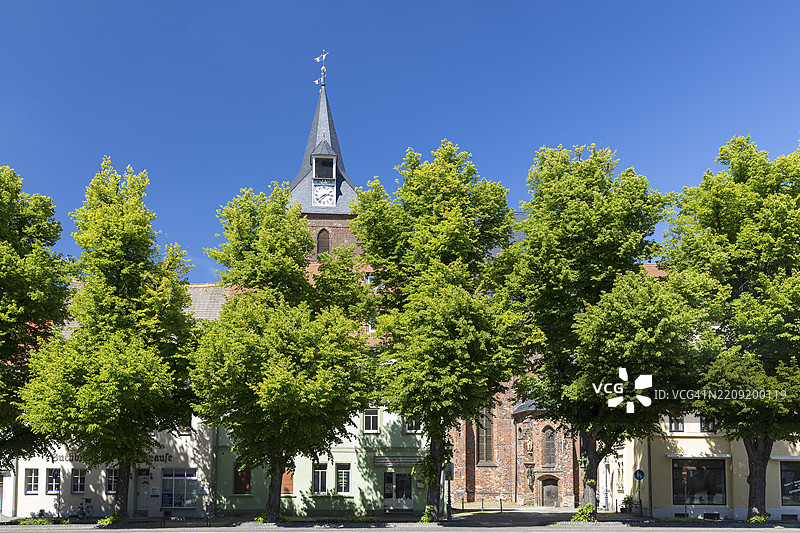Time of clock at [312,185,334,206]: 2:38
